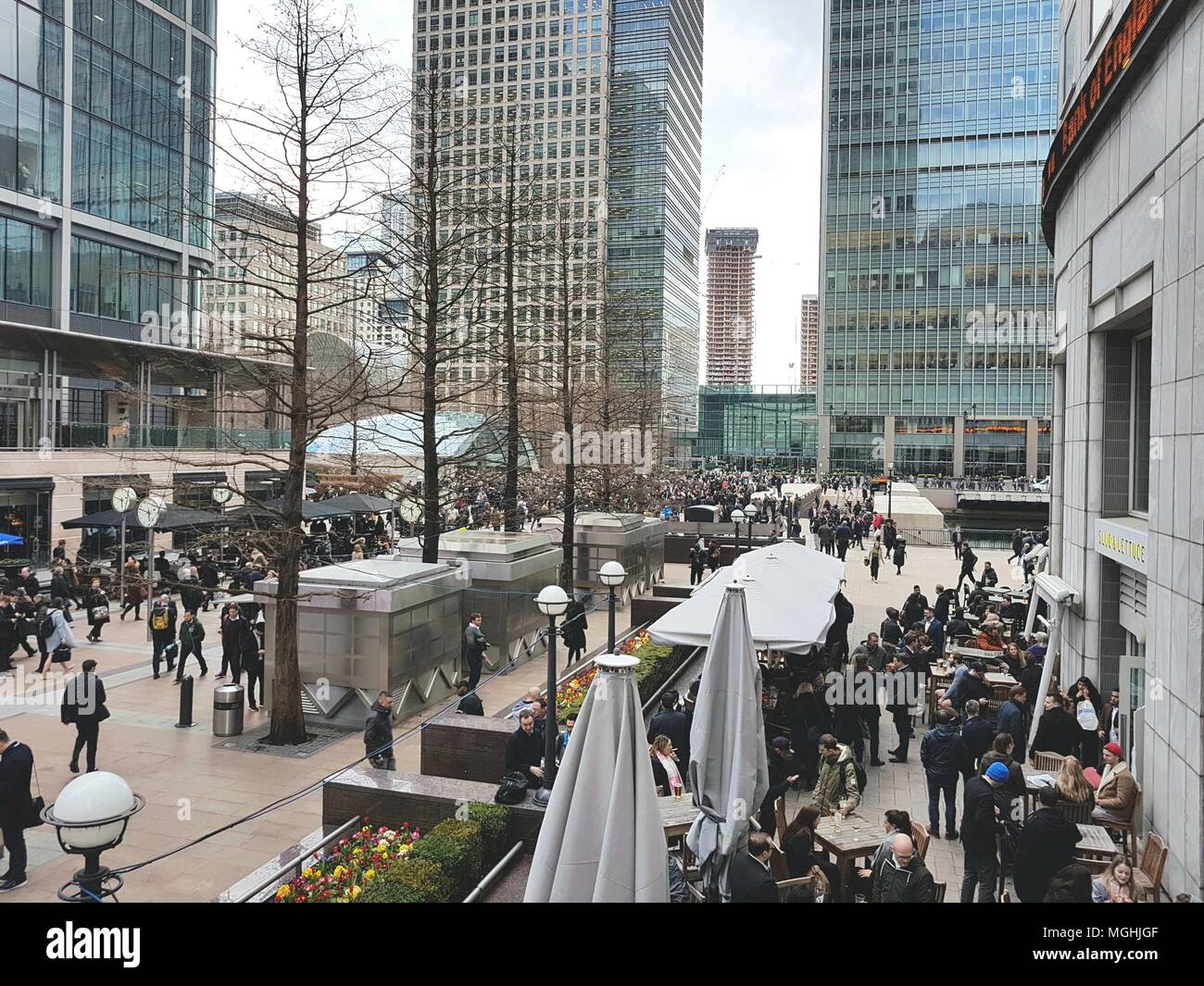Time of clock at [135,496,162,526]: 5:47
